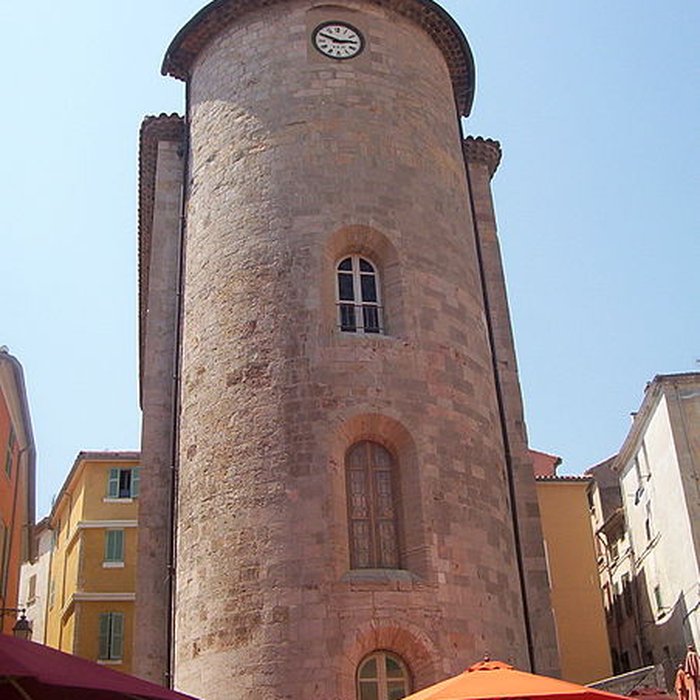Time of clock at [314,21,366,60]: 2:48
